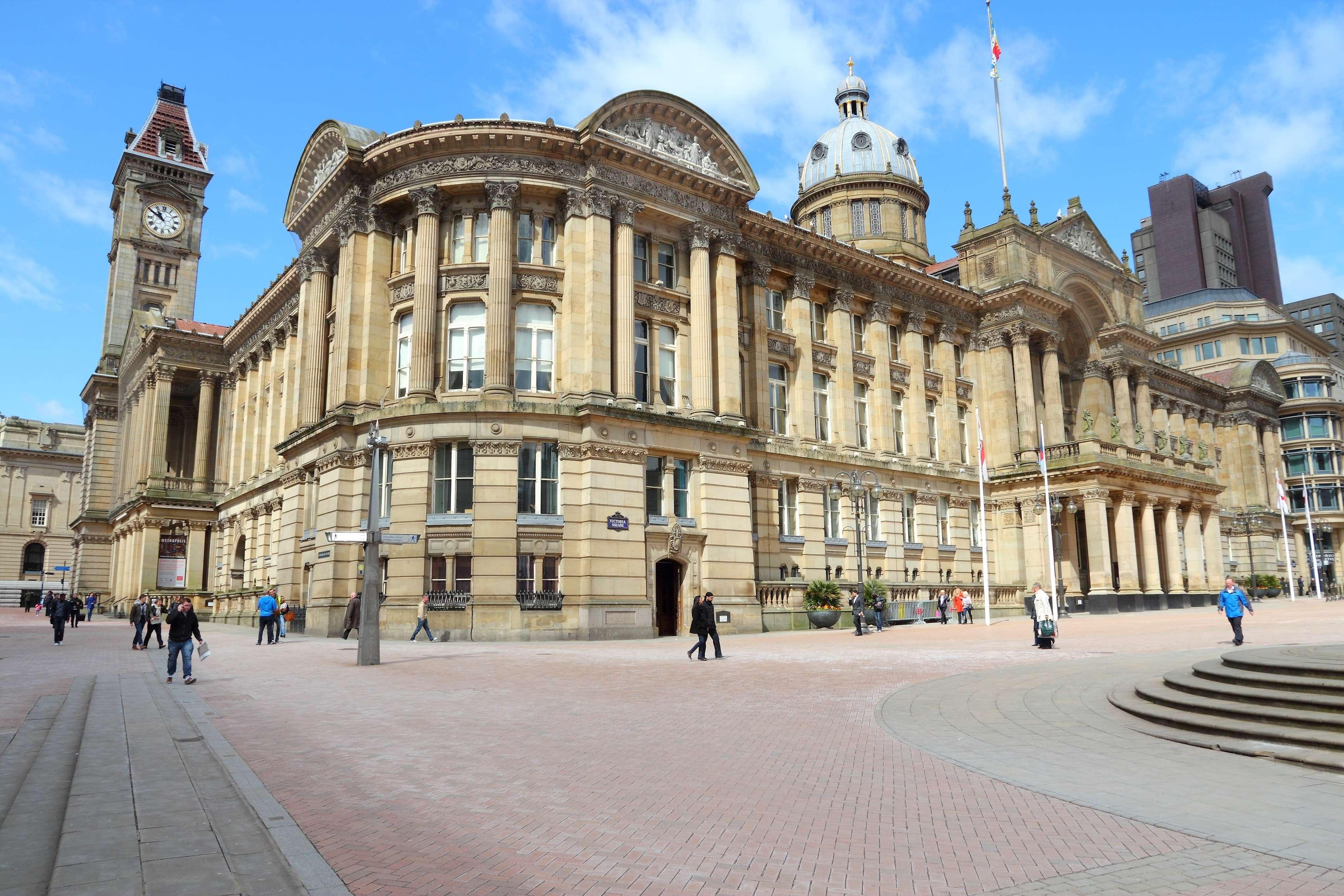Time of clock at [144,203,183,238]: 10:50
